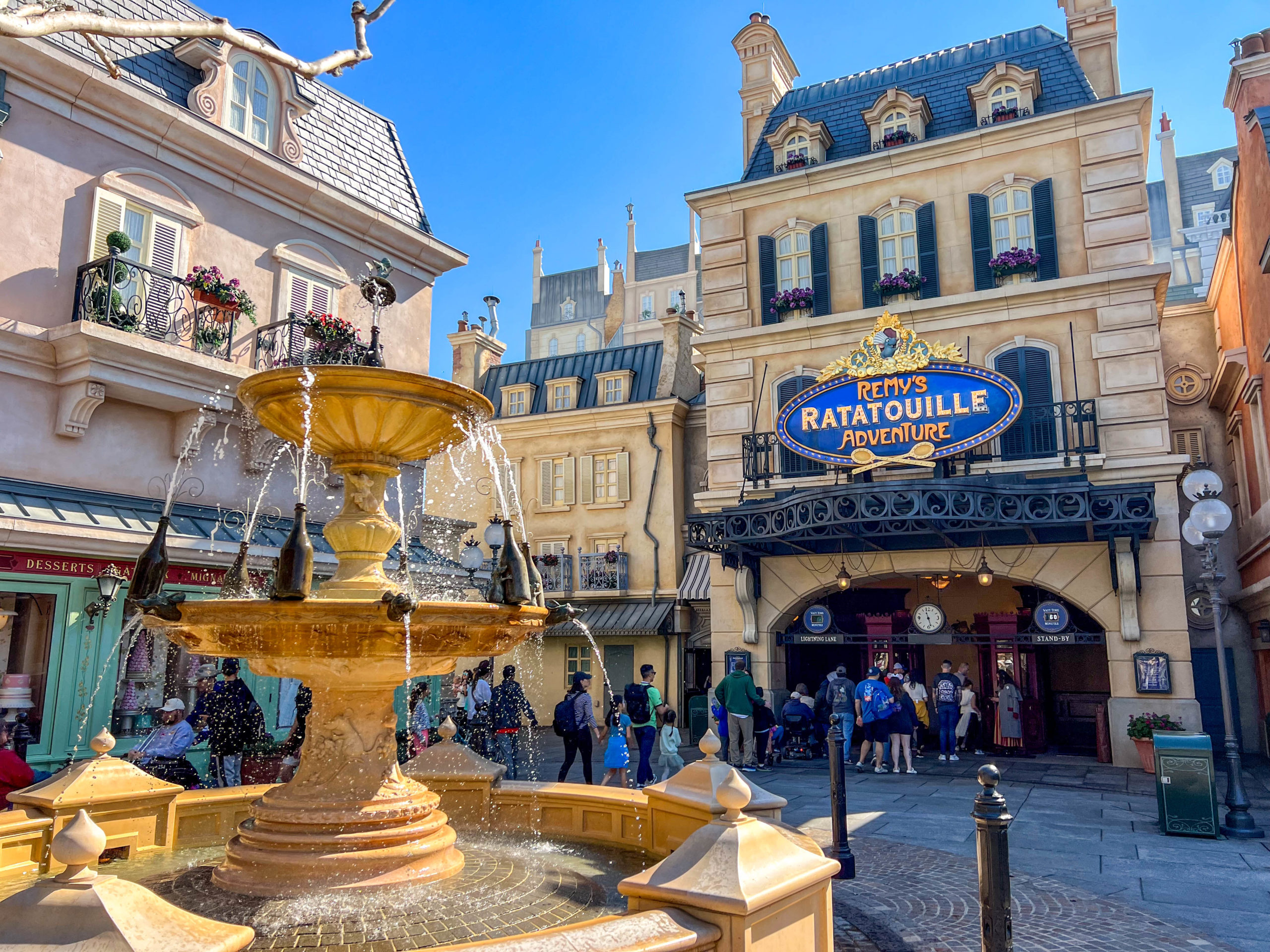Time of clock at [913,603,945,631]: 11:27
